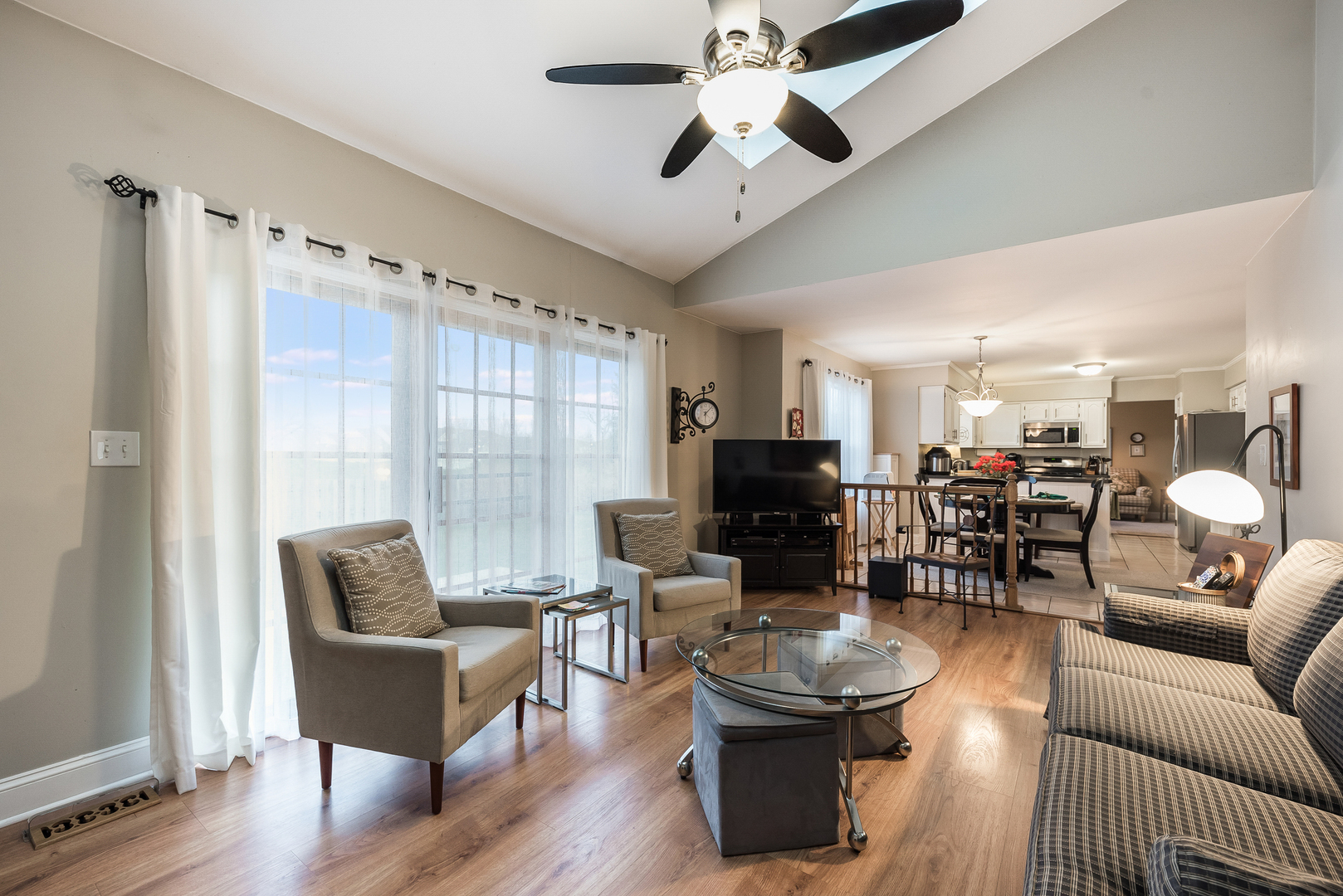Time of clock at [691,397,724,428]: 6:07
